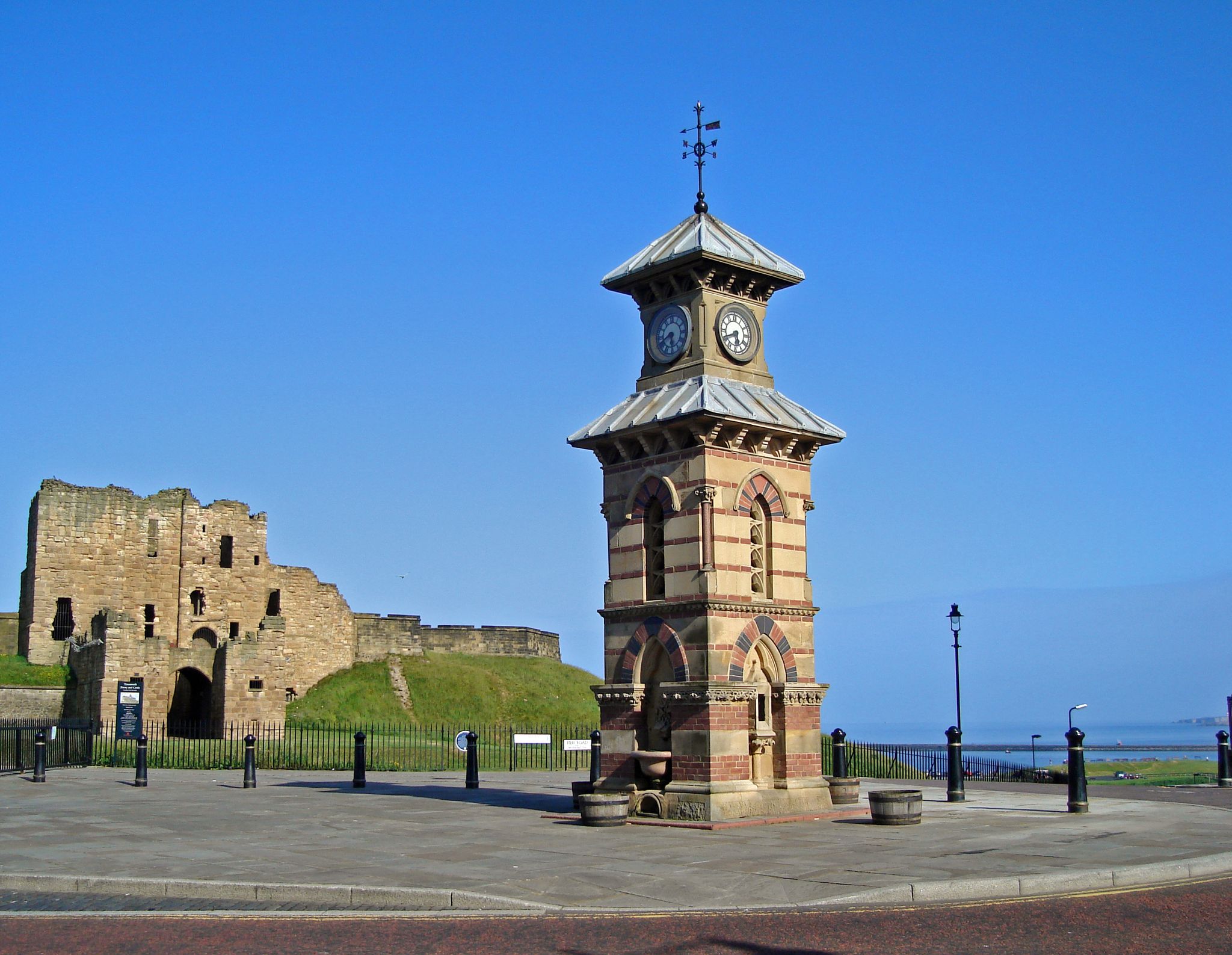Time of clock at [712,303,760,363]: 5:40
